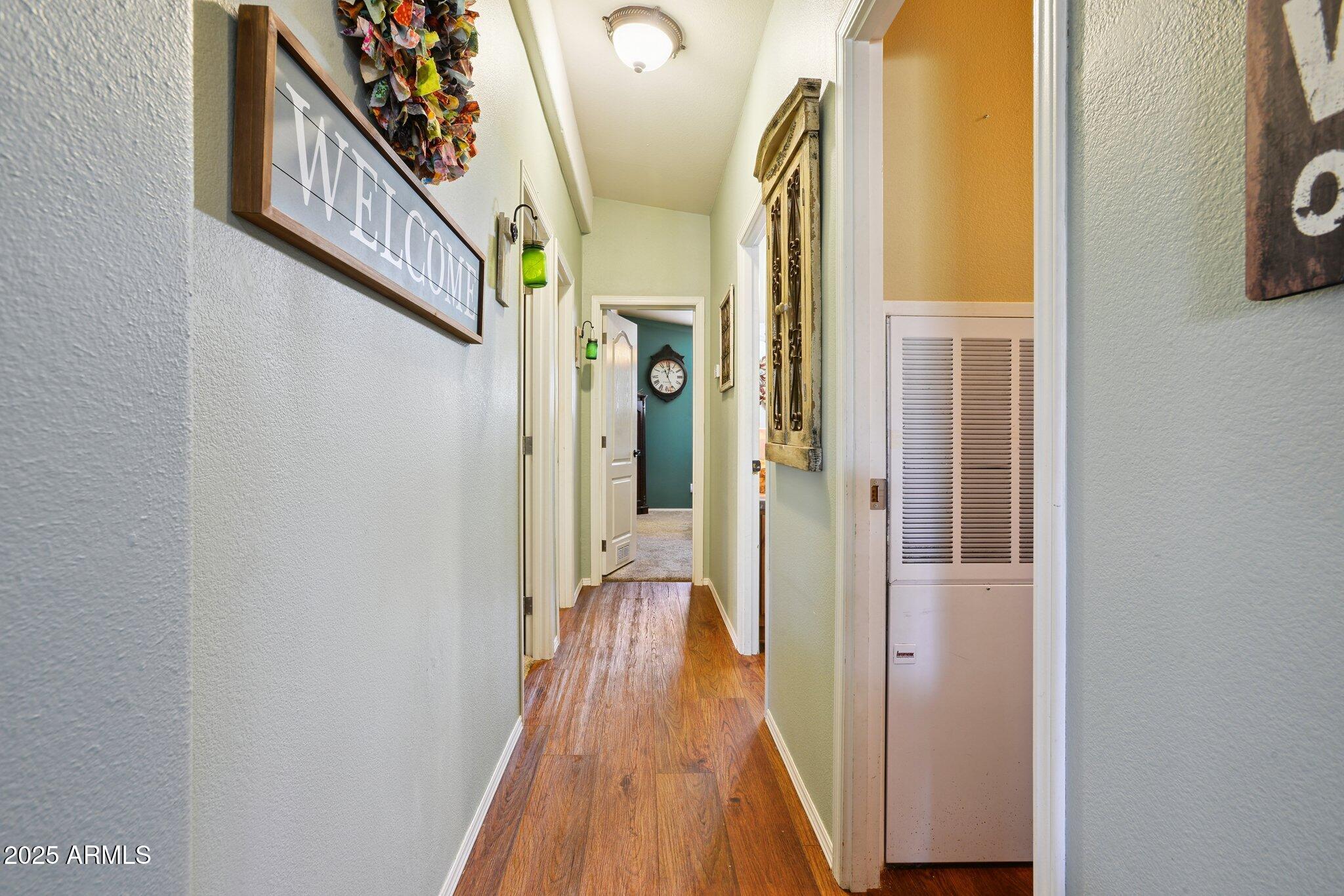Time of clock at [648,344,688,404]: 11:01
